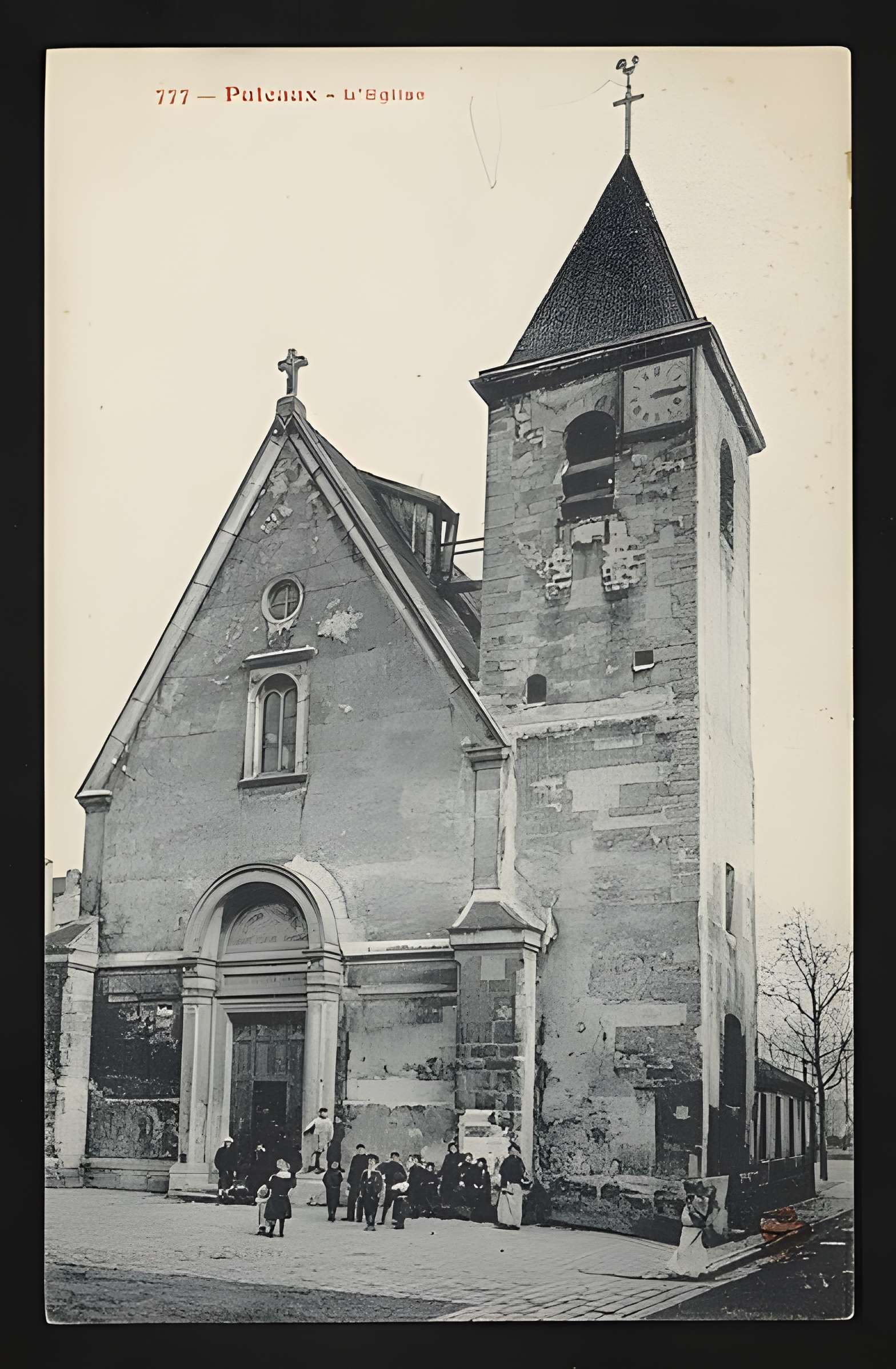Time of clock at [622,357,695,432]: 3:14
